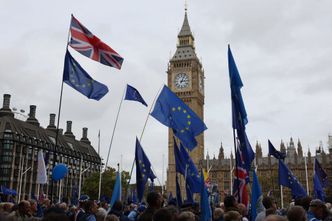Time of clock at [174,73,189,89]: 3:04
